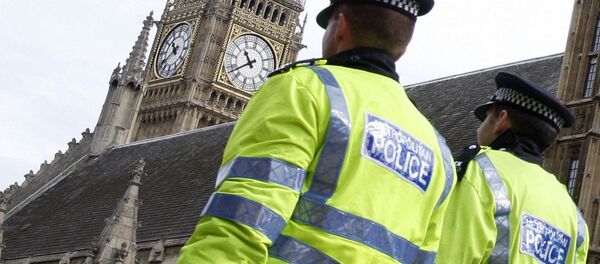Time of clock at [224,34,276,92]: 10:38
